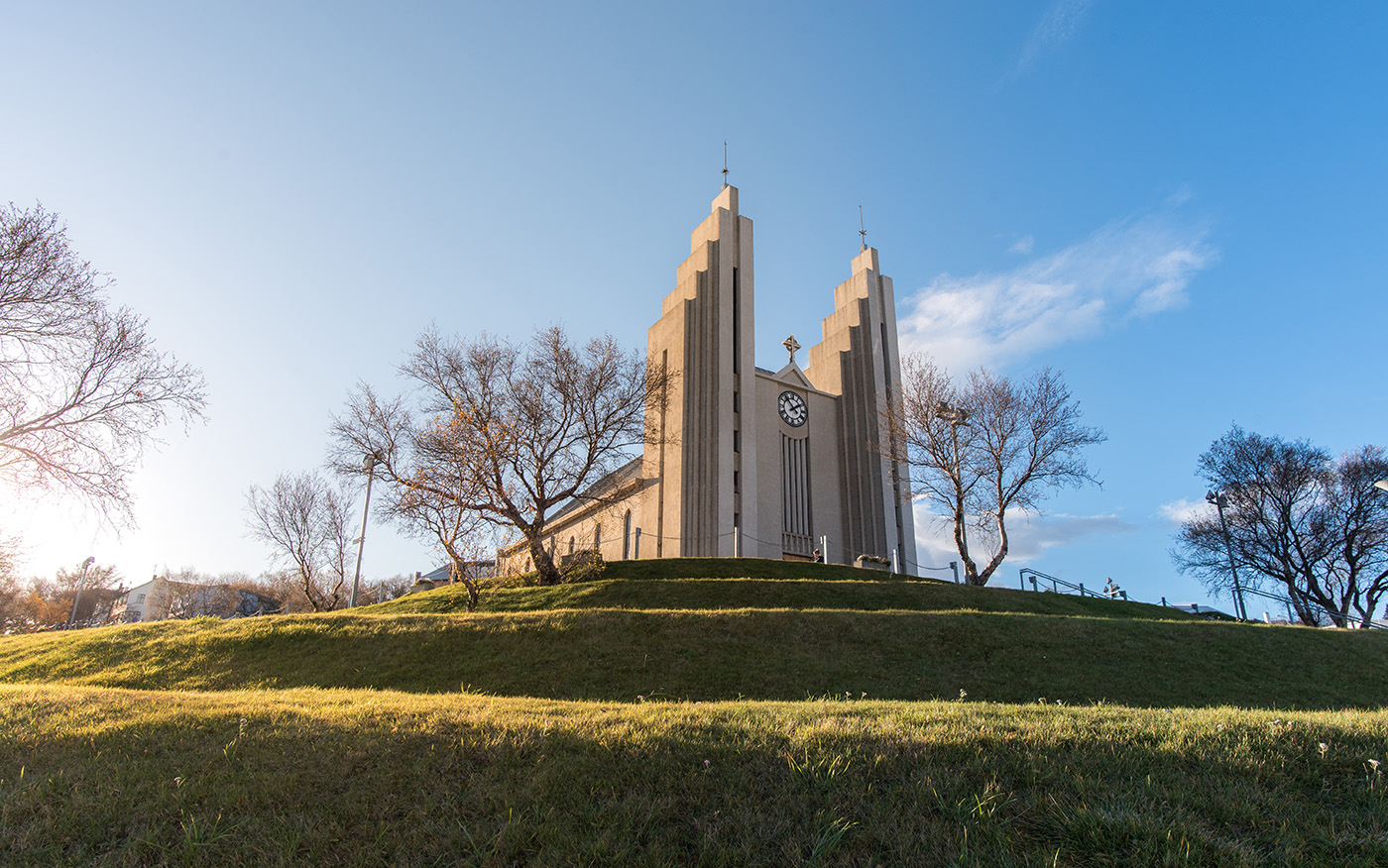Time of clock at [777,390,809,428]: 1:52
